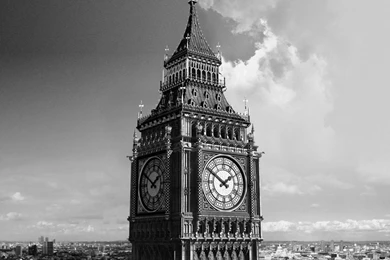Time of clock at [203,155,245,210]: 1:50
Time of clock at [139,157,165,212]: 1:50
